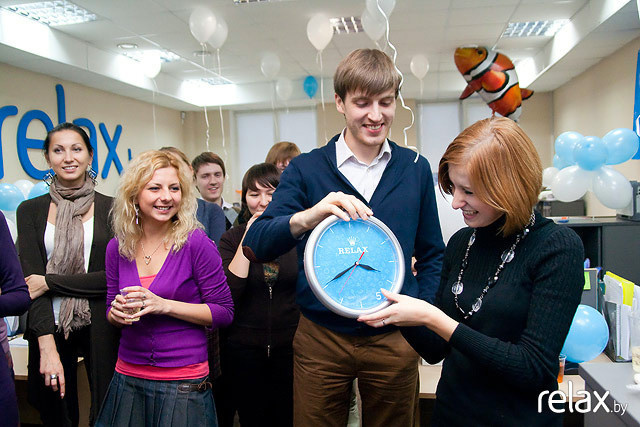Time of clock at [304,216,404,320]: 3:40
